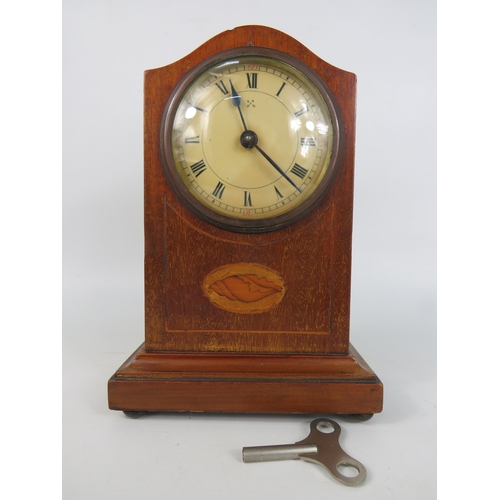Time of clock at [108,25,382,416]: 11:22
